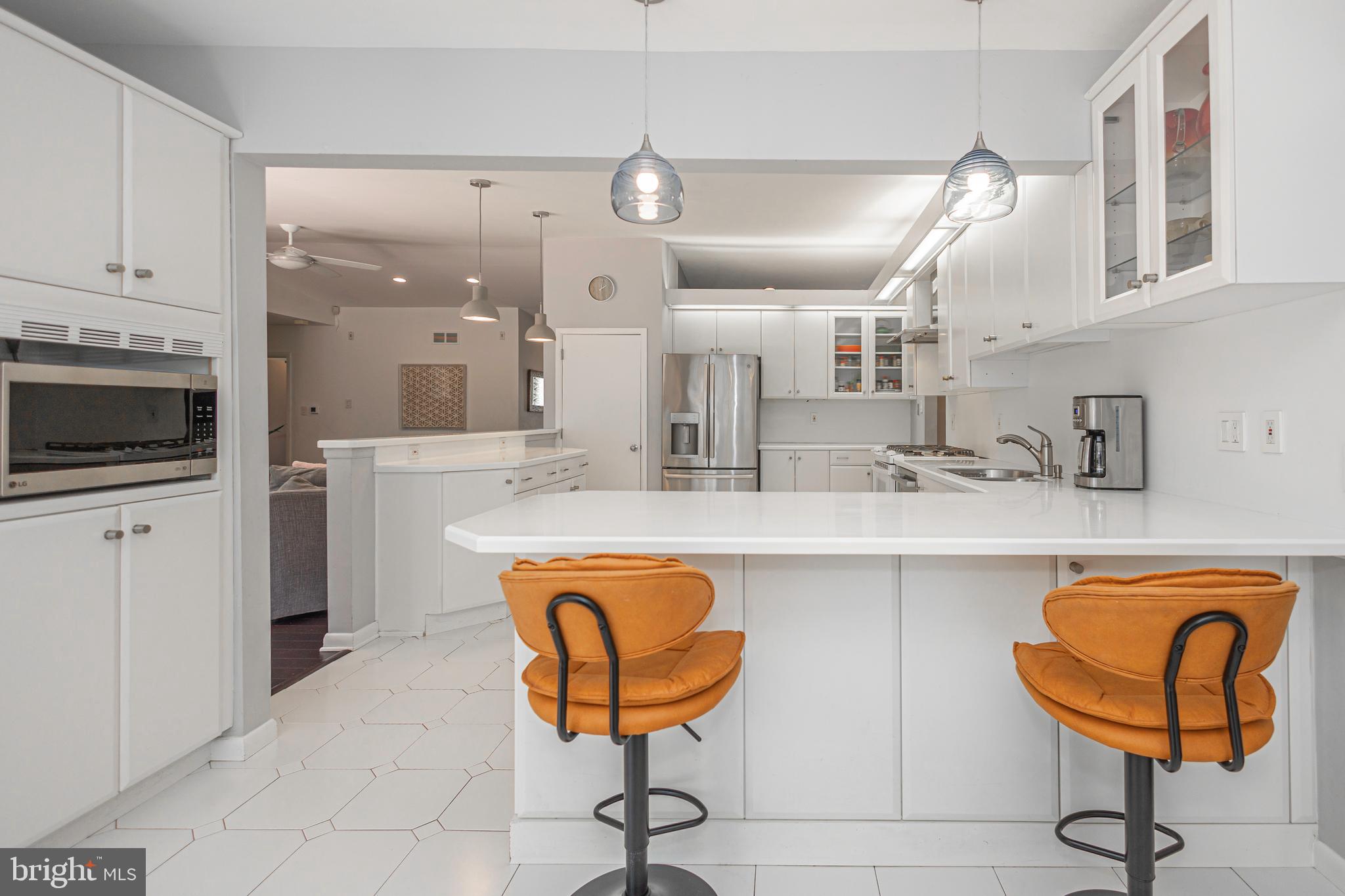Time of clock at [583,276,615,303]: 2:01
